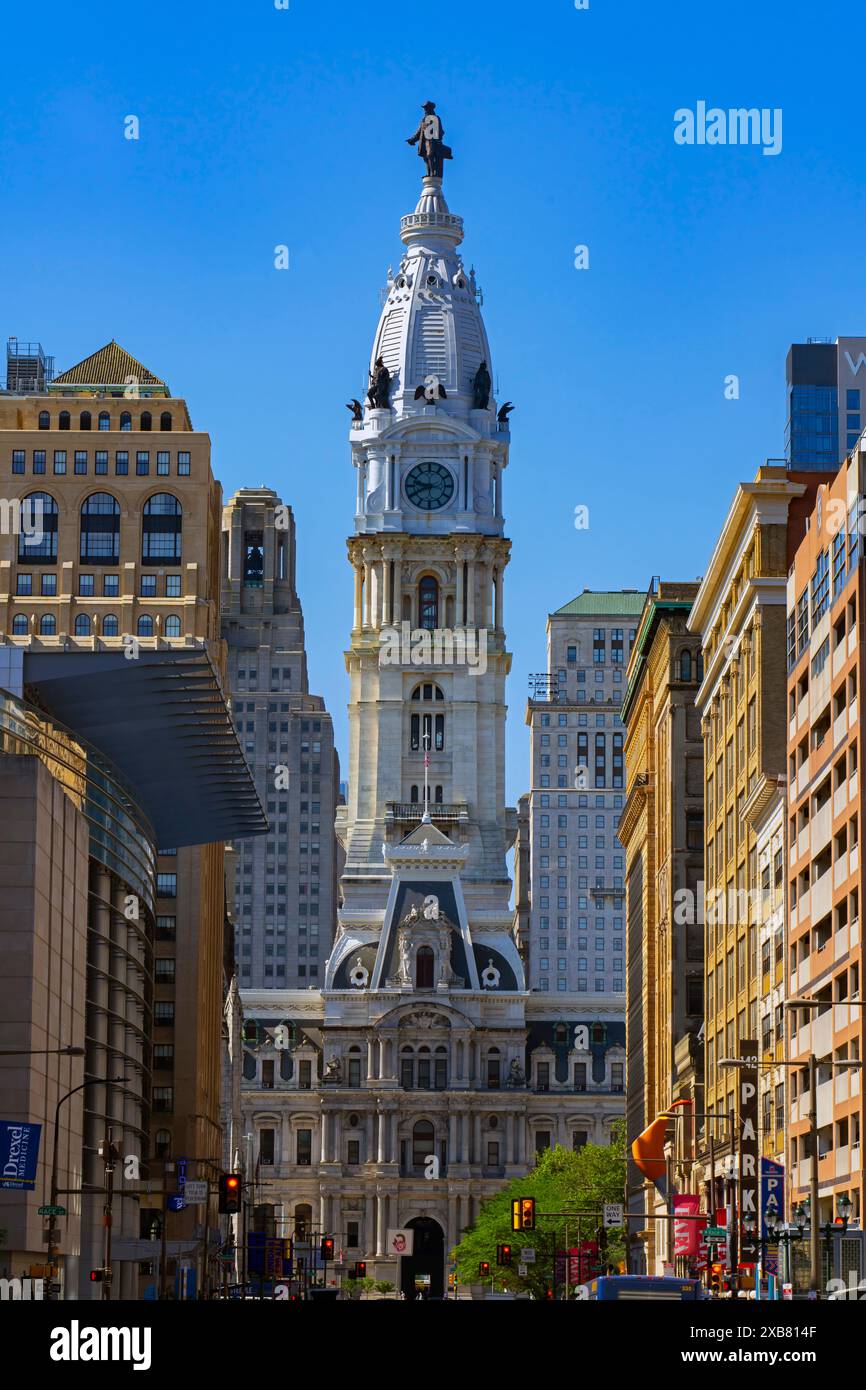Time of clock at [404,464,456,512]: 9:40
